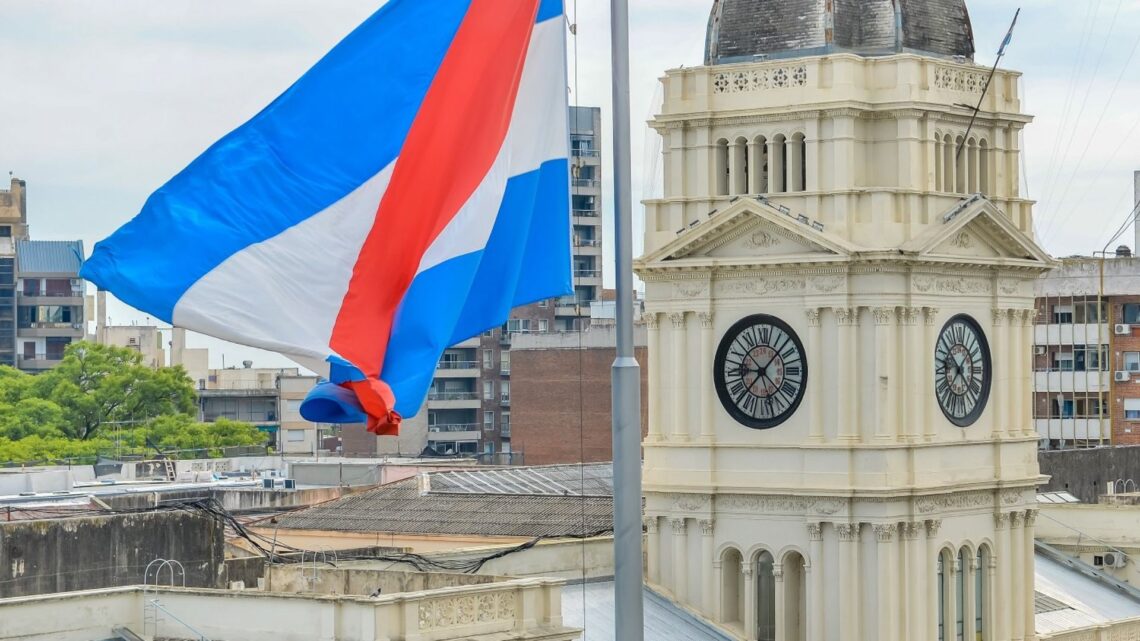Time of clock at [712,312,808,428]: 9:07
